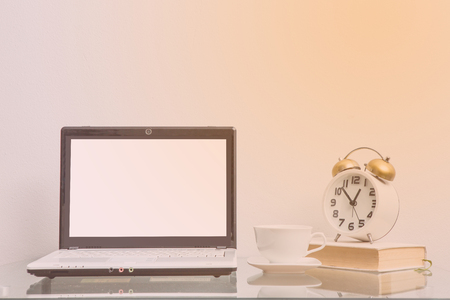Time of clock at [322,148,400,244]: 12:52
